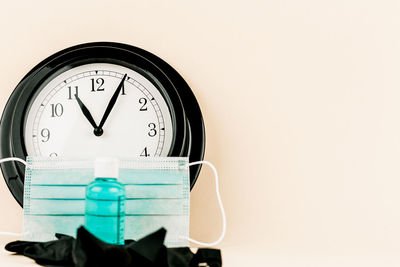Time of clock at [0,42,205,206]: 11:04
